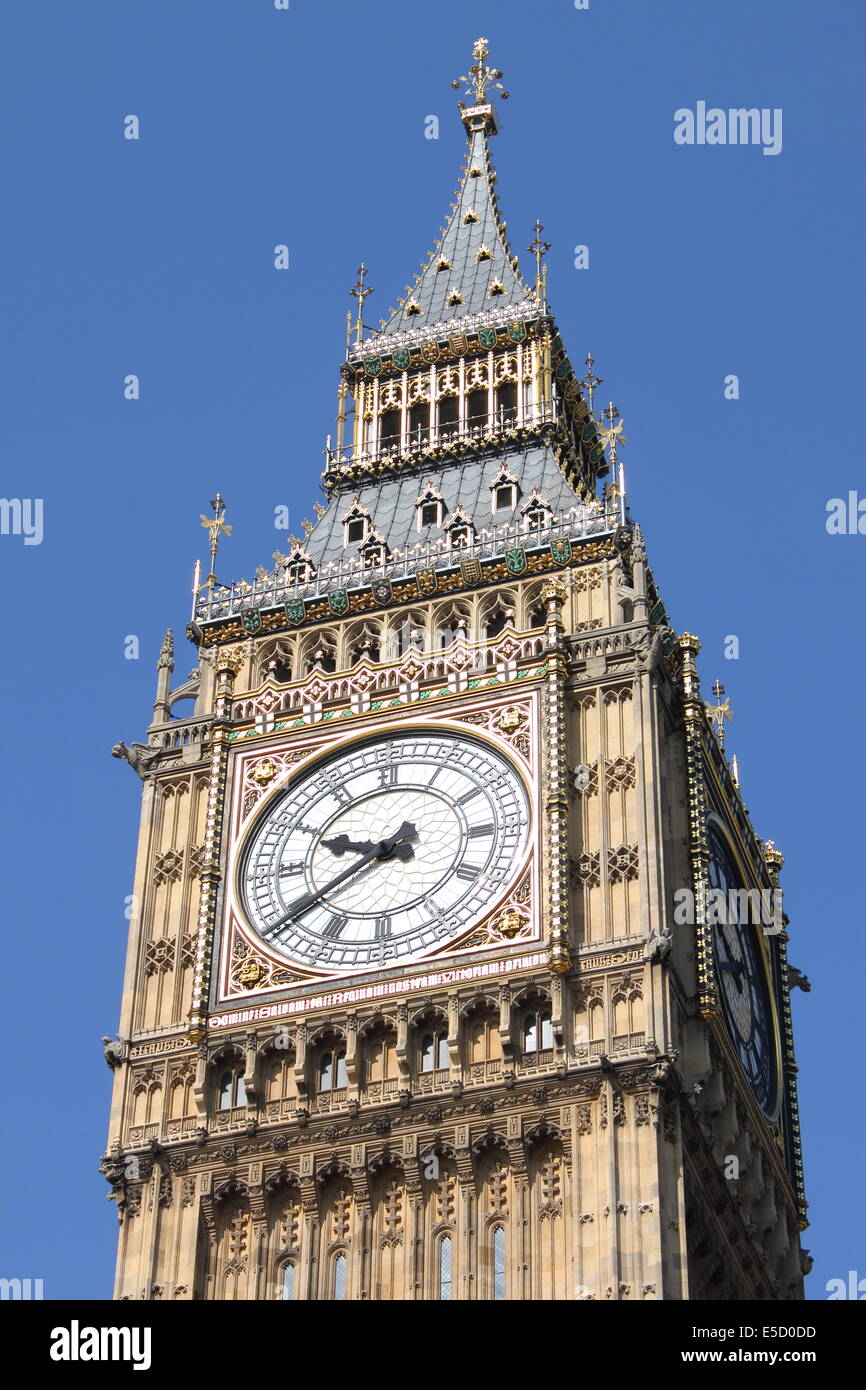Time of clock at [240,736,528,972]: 9:39
